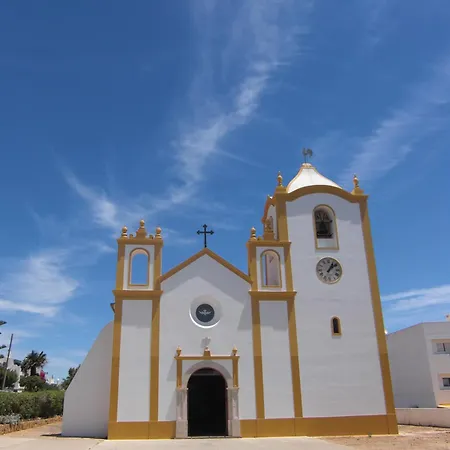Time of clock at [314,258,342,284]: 1:08
